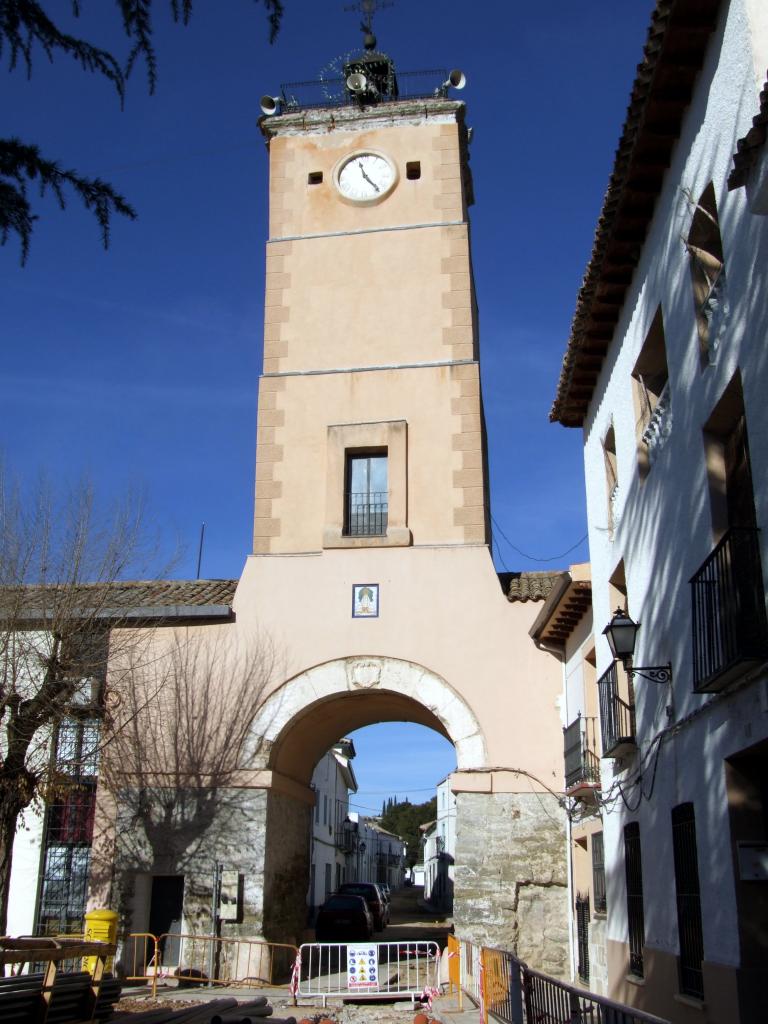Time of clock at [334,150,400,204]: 11:23
